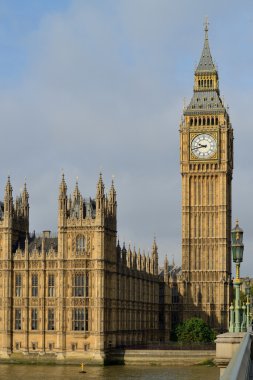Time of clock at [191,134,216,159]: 9:43
